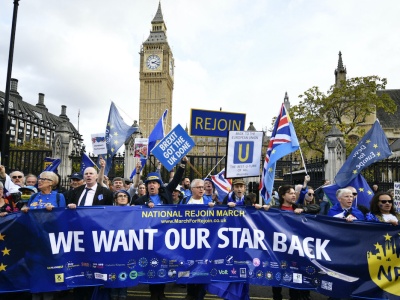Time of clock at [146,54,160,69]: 2:18
